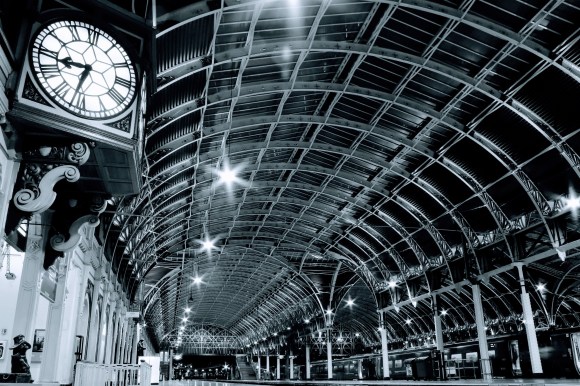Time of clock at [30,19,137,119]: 8:32
